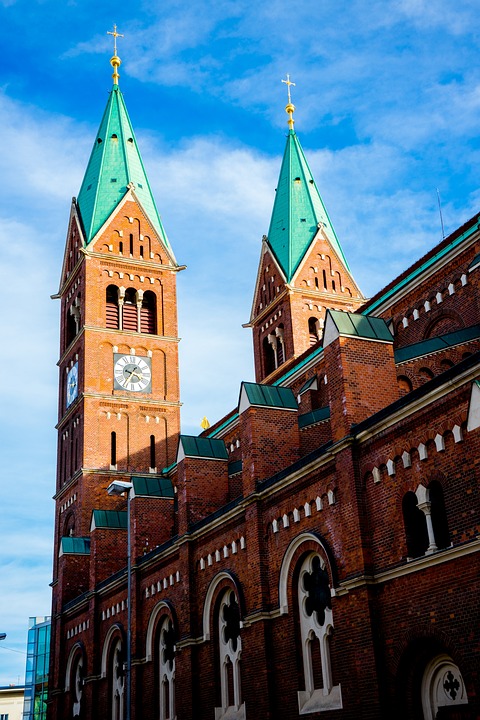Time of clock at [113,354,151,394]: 9:36
